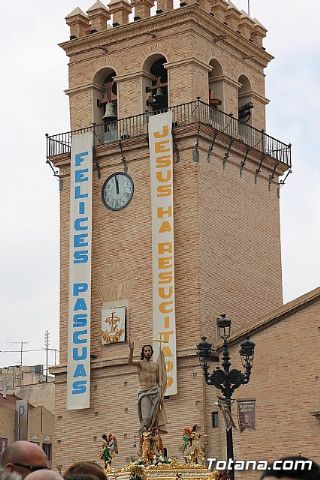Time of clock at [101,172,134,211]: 11:58
